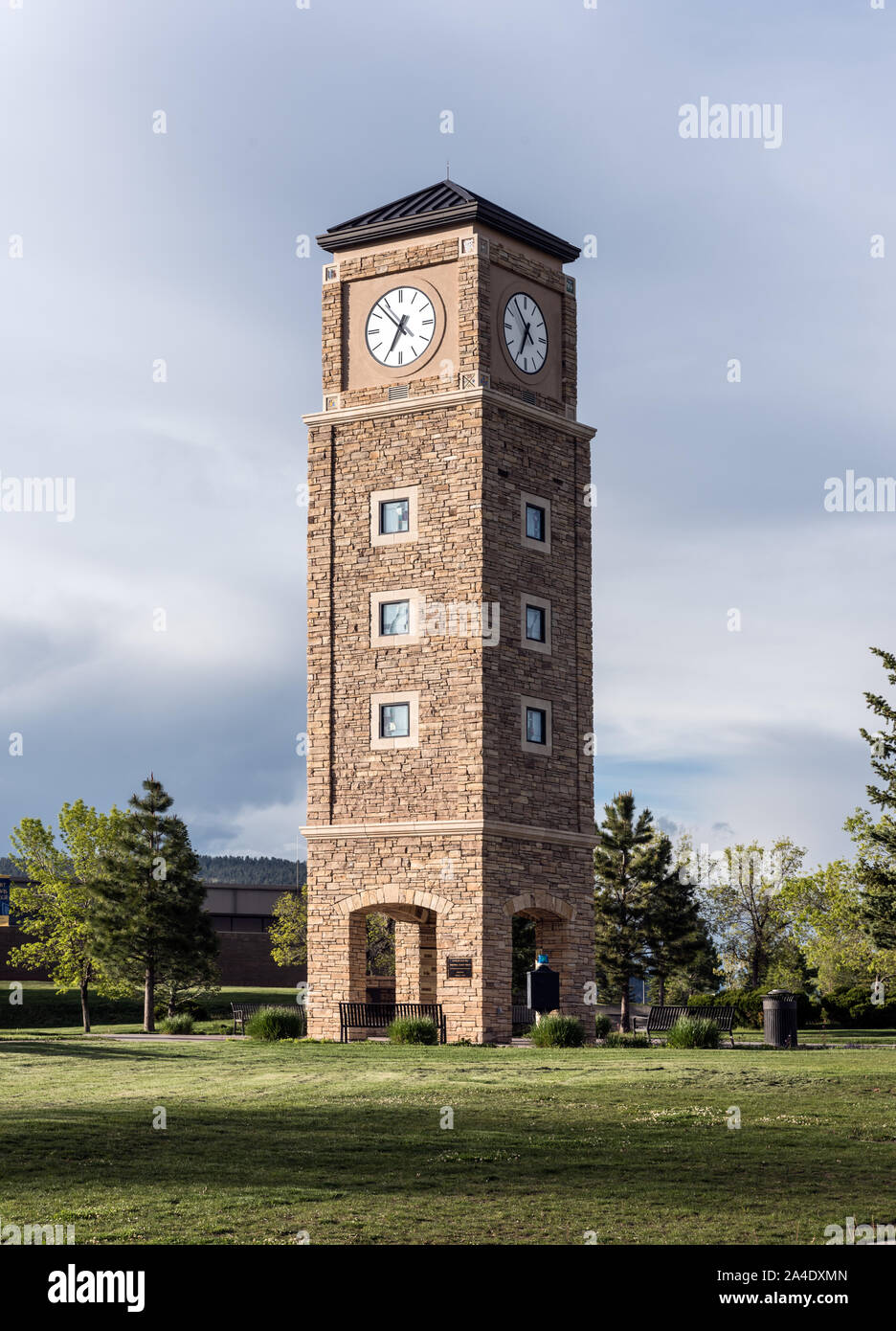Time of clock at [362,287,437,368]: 6:52
